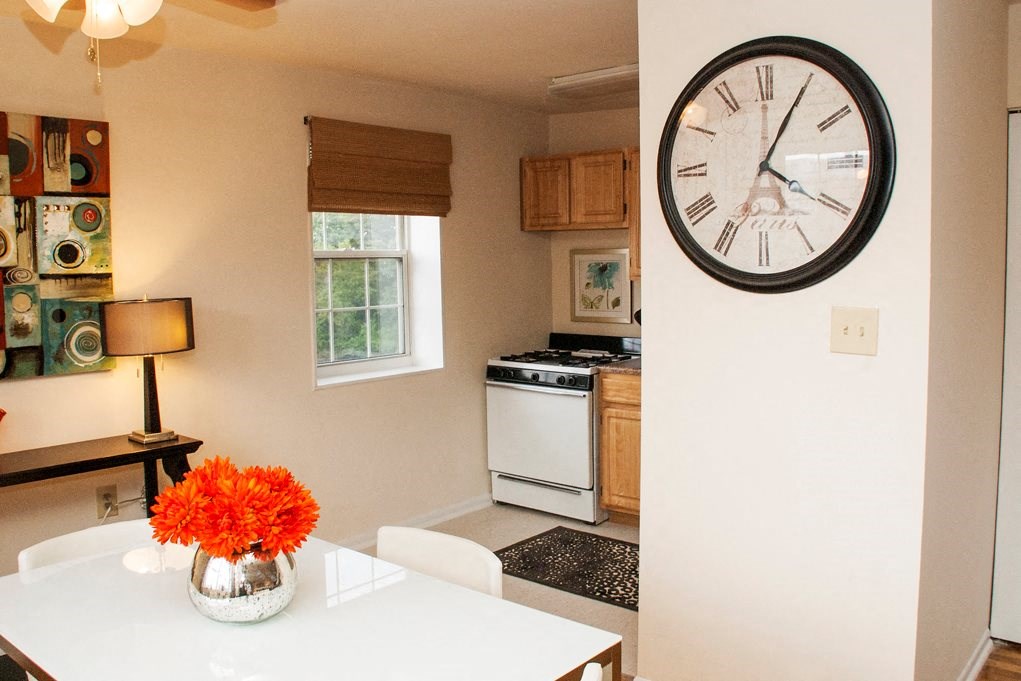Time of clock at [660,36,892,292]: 4:04
